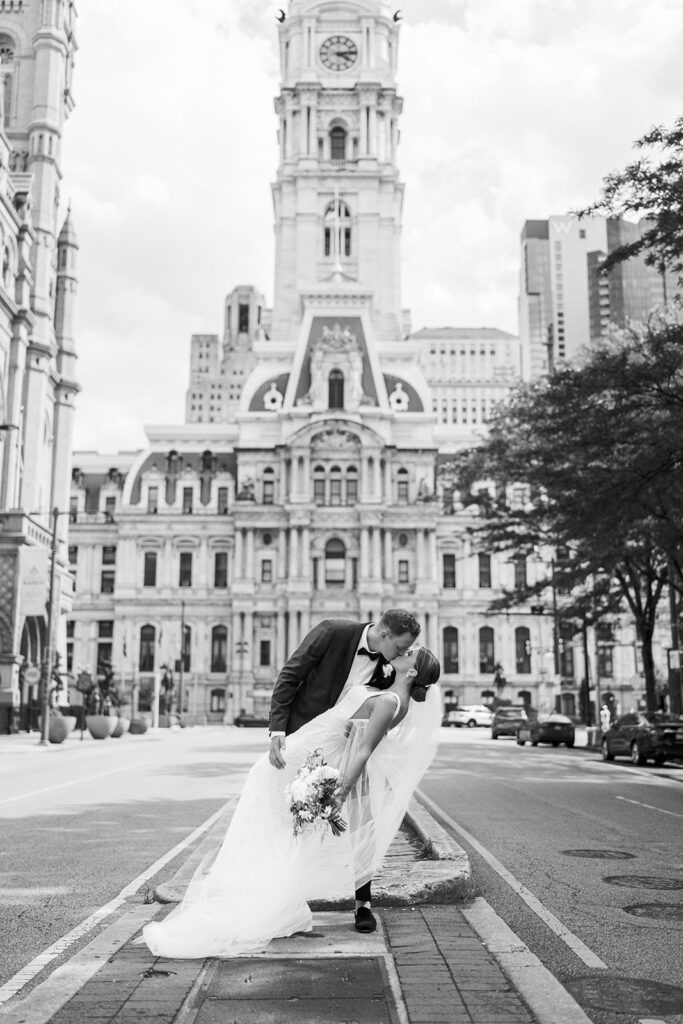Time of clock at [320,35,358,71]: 4:13
